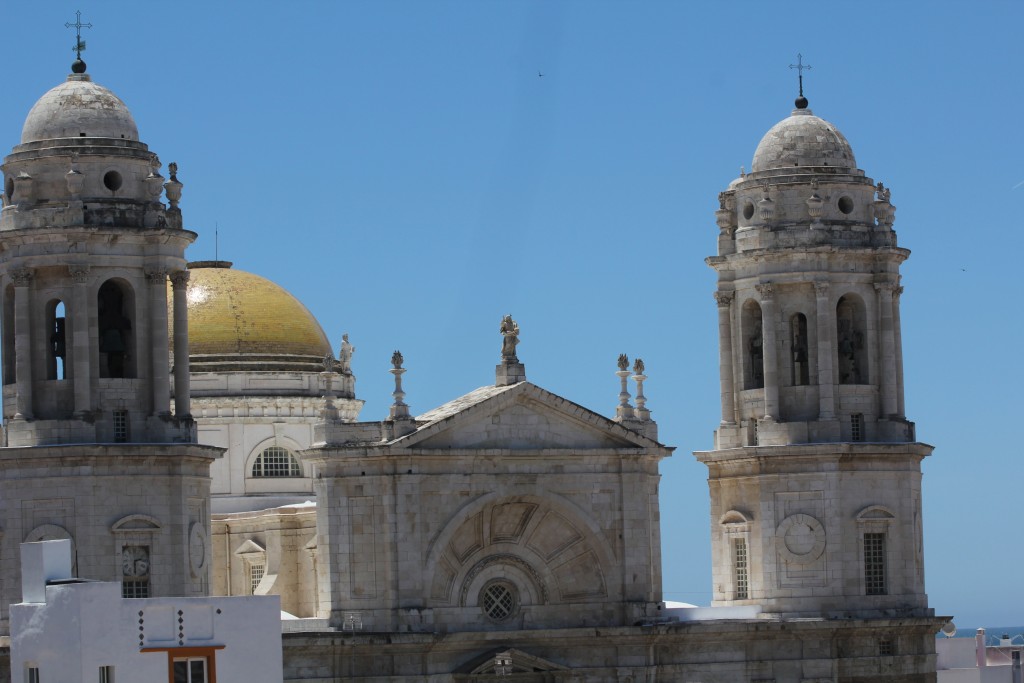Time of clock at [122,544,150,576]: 2:29
